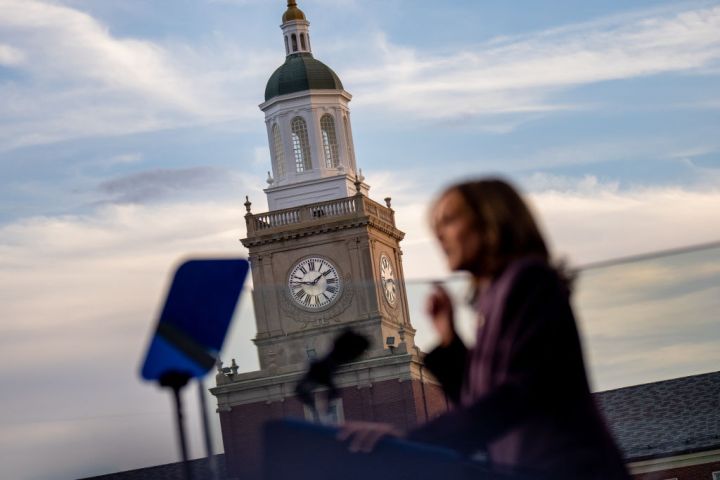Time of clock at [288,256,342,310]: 1:46
